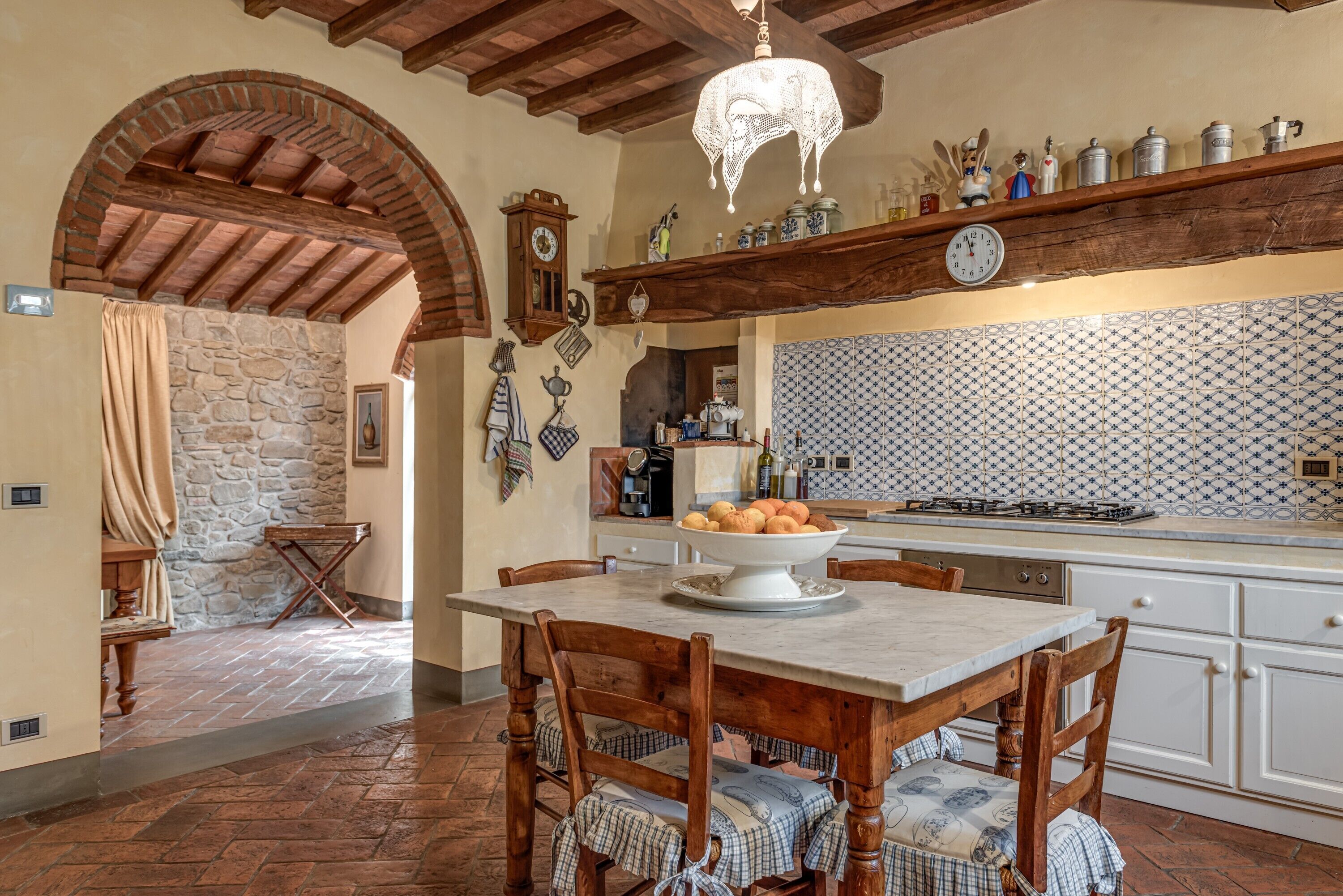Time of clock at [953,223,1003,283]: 11:56
